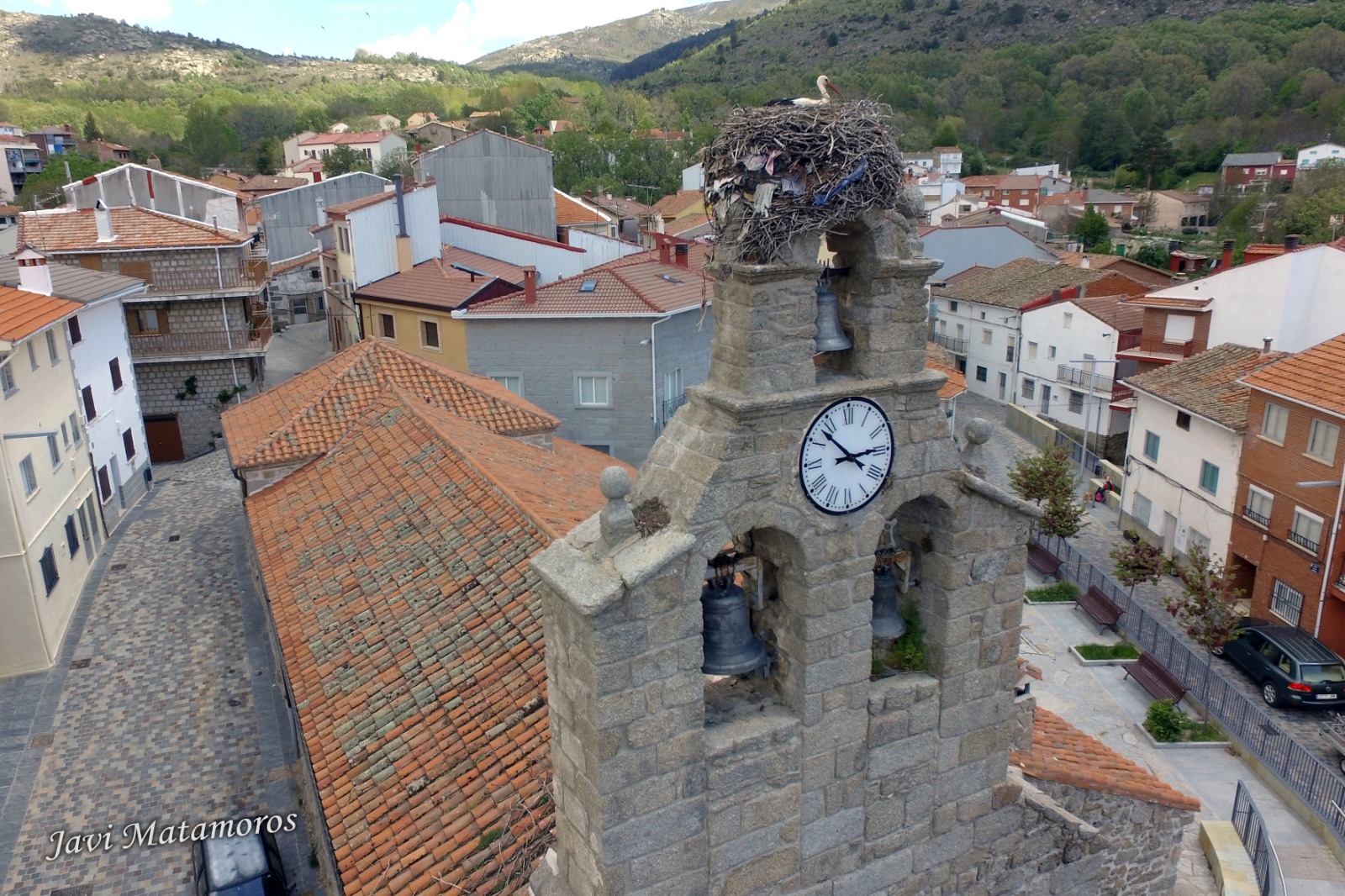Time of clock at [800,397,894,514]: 2:52
